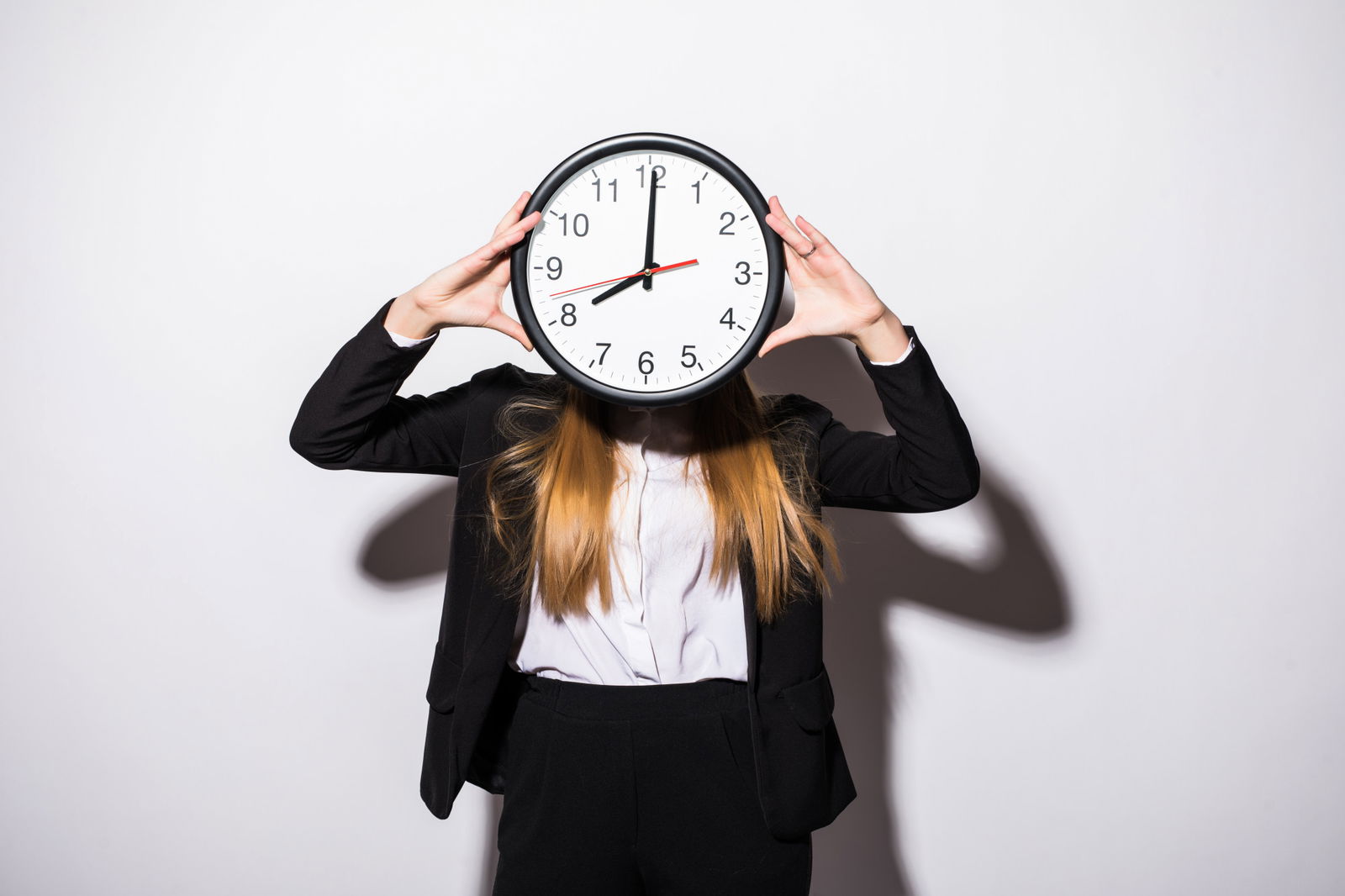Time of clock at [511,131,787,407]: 8:00
